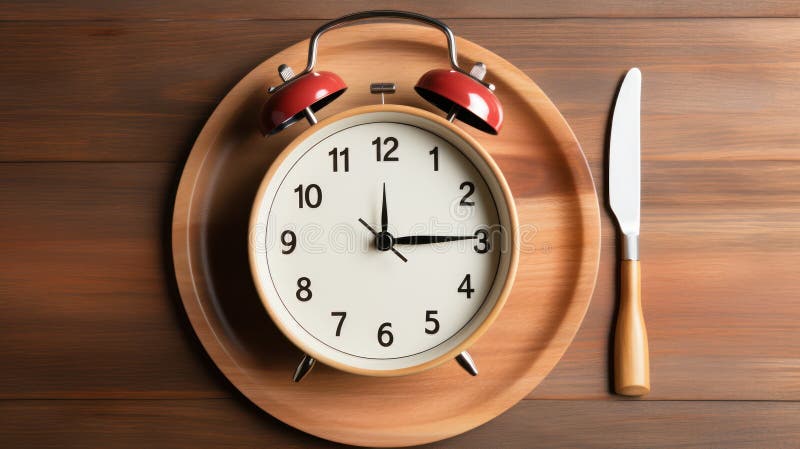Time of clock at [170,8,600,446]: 12:14
